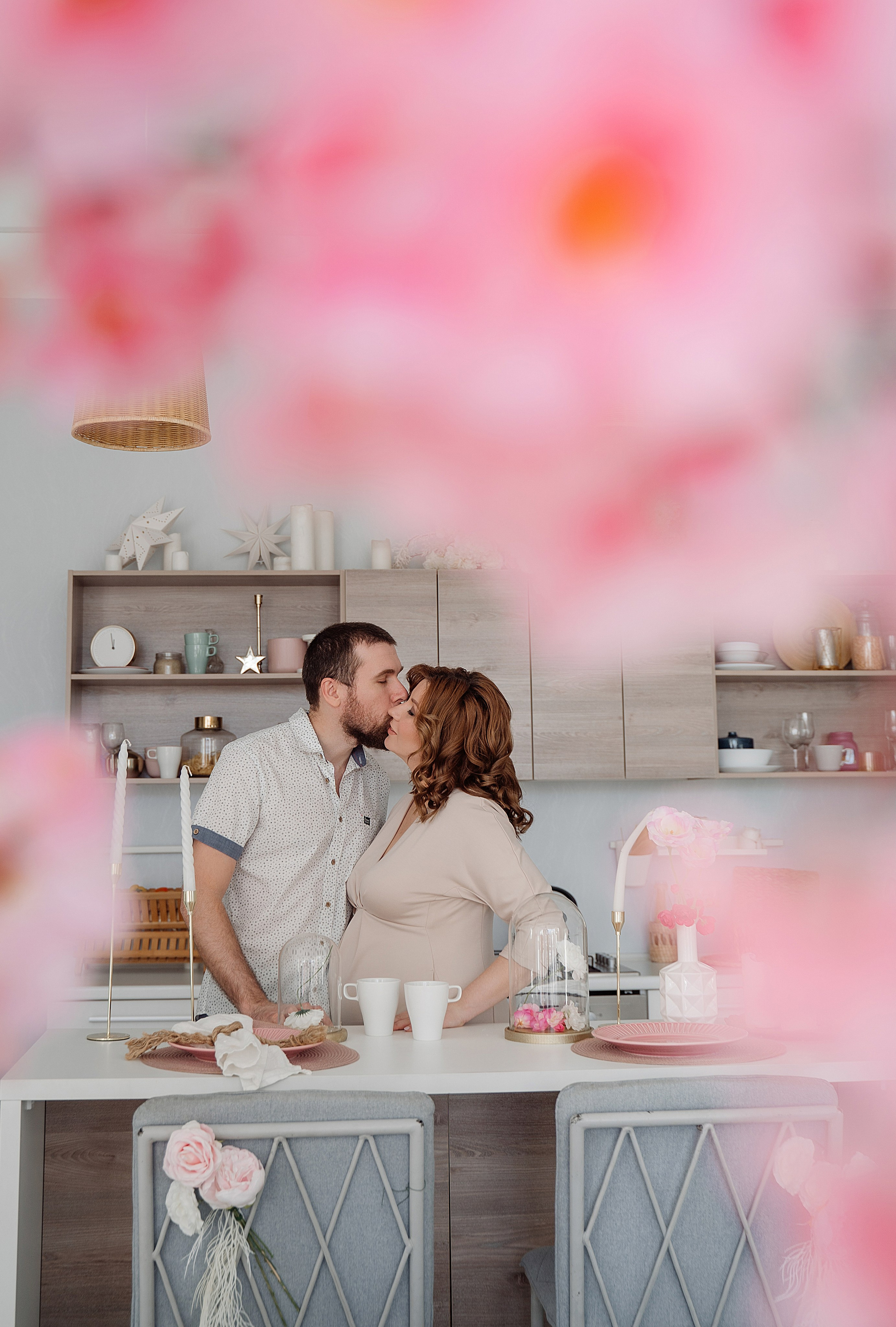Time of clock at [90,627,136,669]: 11:57
